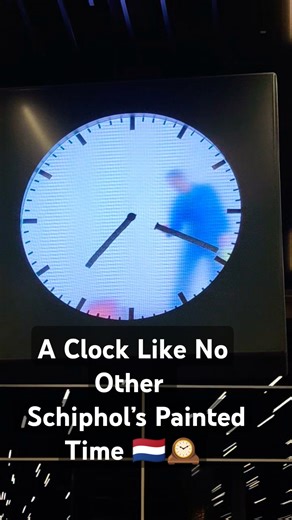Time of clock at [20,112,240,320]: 7:19
